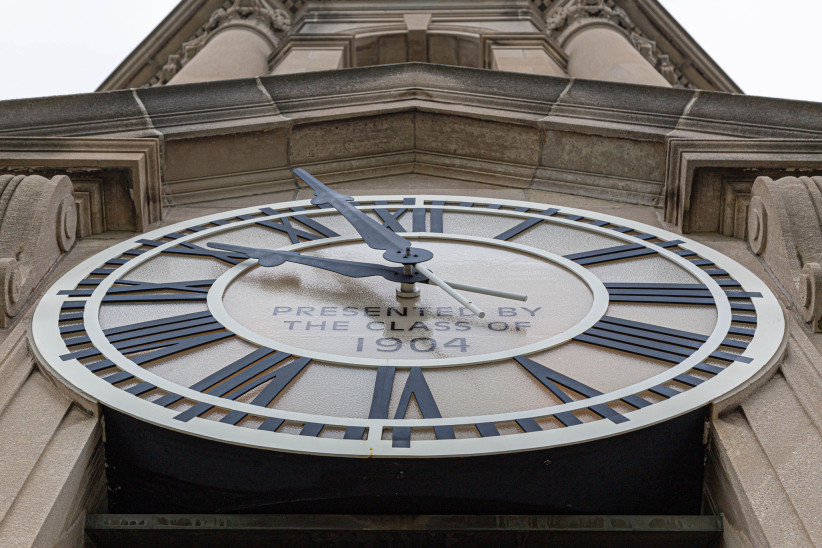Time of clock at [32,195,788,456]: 9:57
